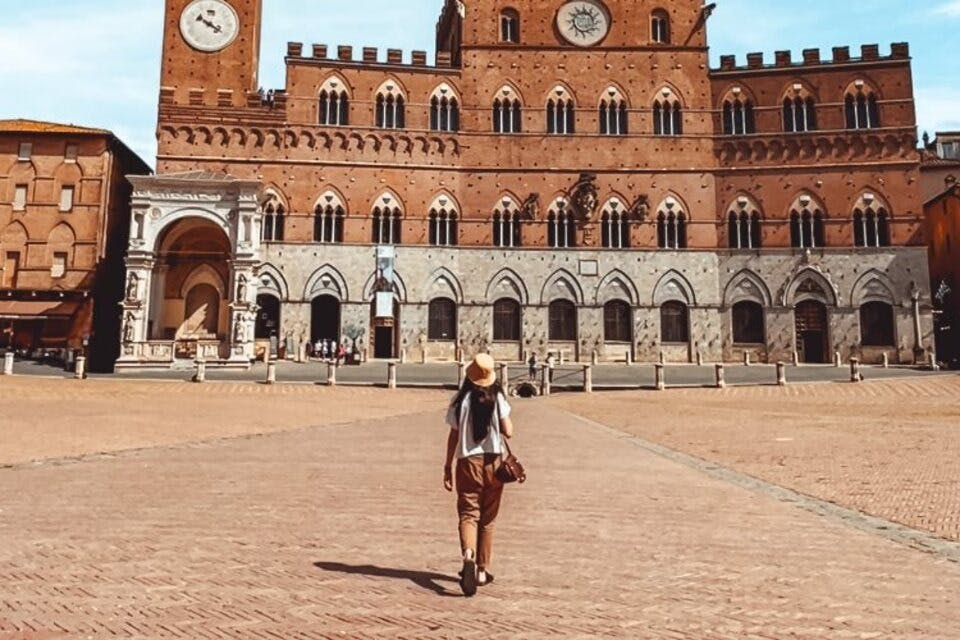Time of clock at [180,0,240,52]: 10:20
